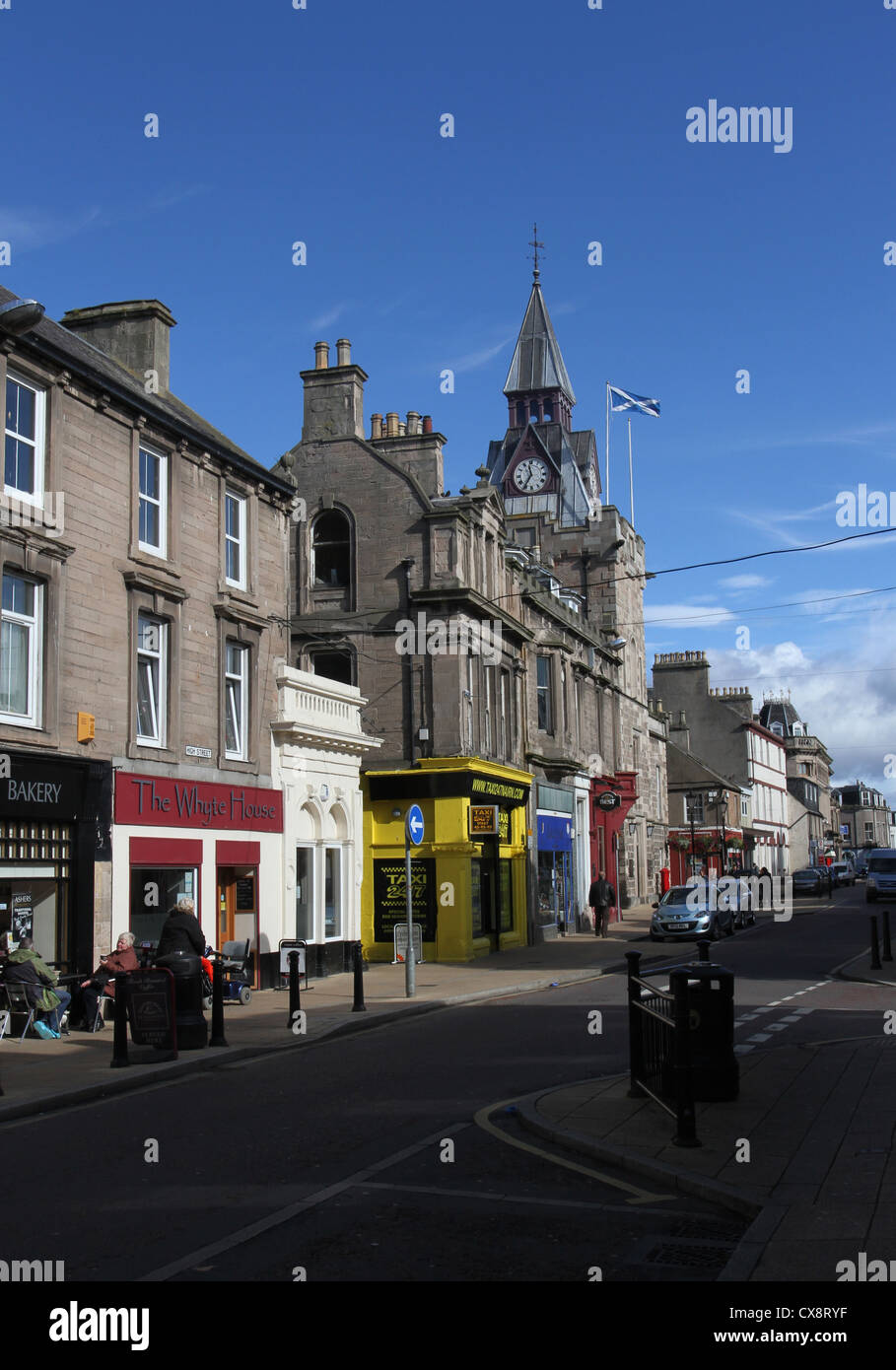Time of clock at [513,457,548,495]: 11:35
